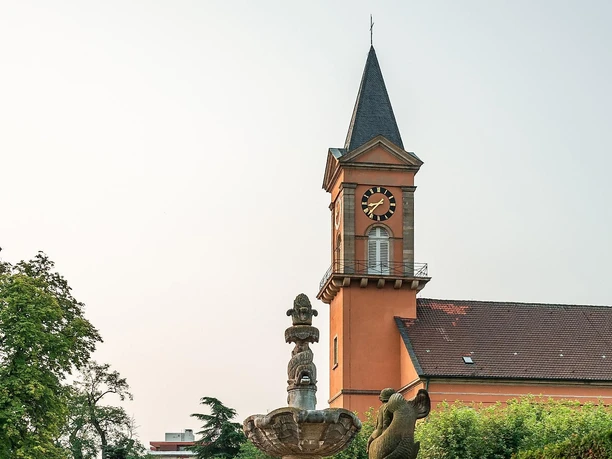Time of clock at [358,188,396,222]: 8:36
